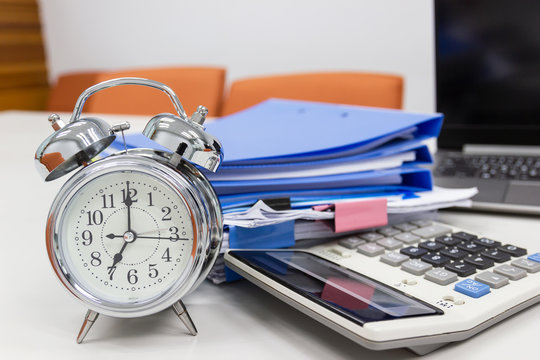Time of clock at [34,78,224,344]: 7:00
